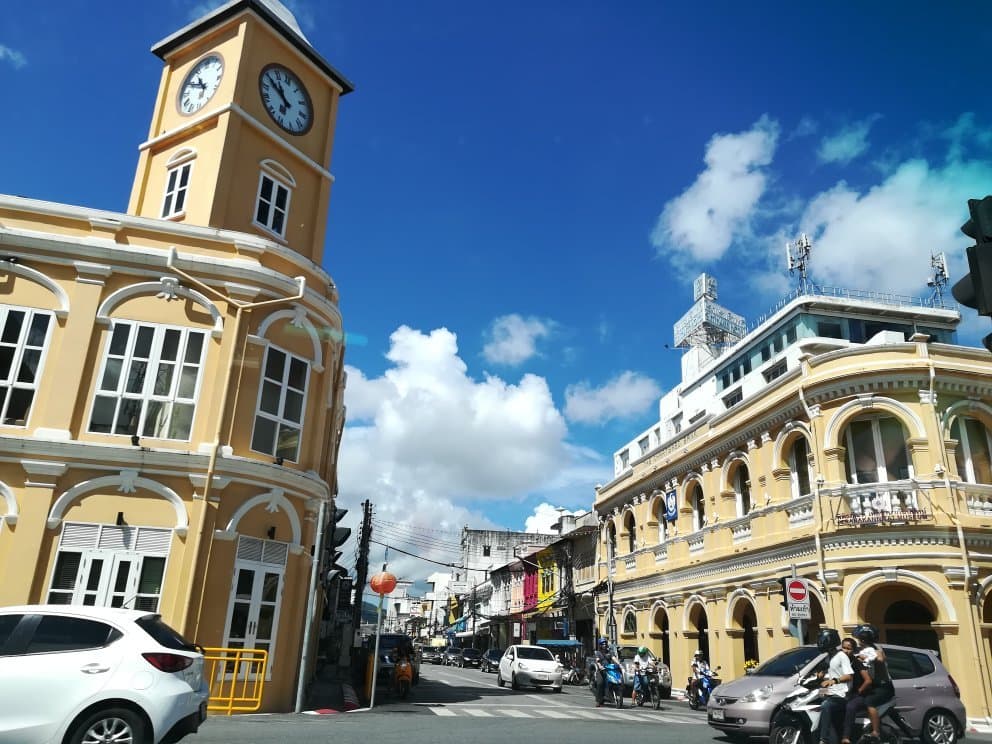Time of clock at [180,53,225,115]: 10:49
